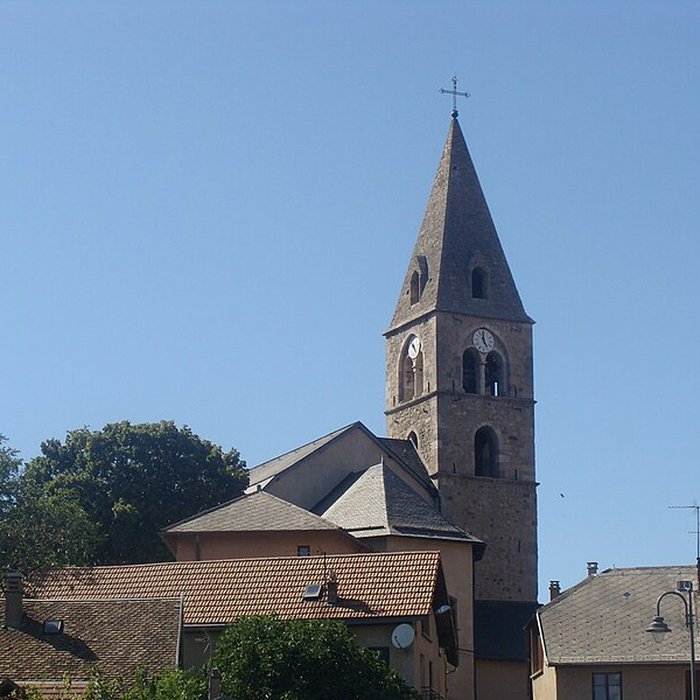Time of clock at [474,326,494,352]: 4:59
